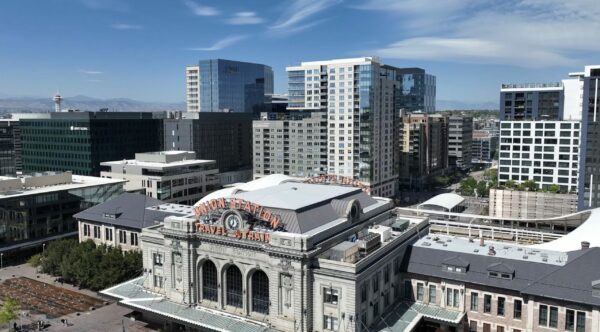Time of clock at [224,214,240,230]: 7:00
